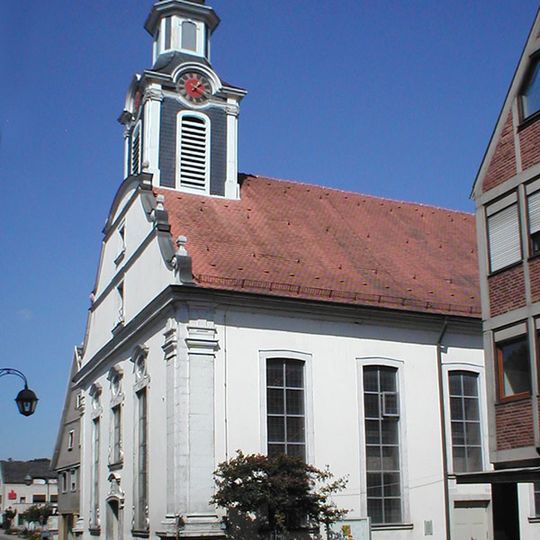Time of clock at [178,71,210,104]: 1:20
